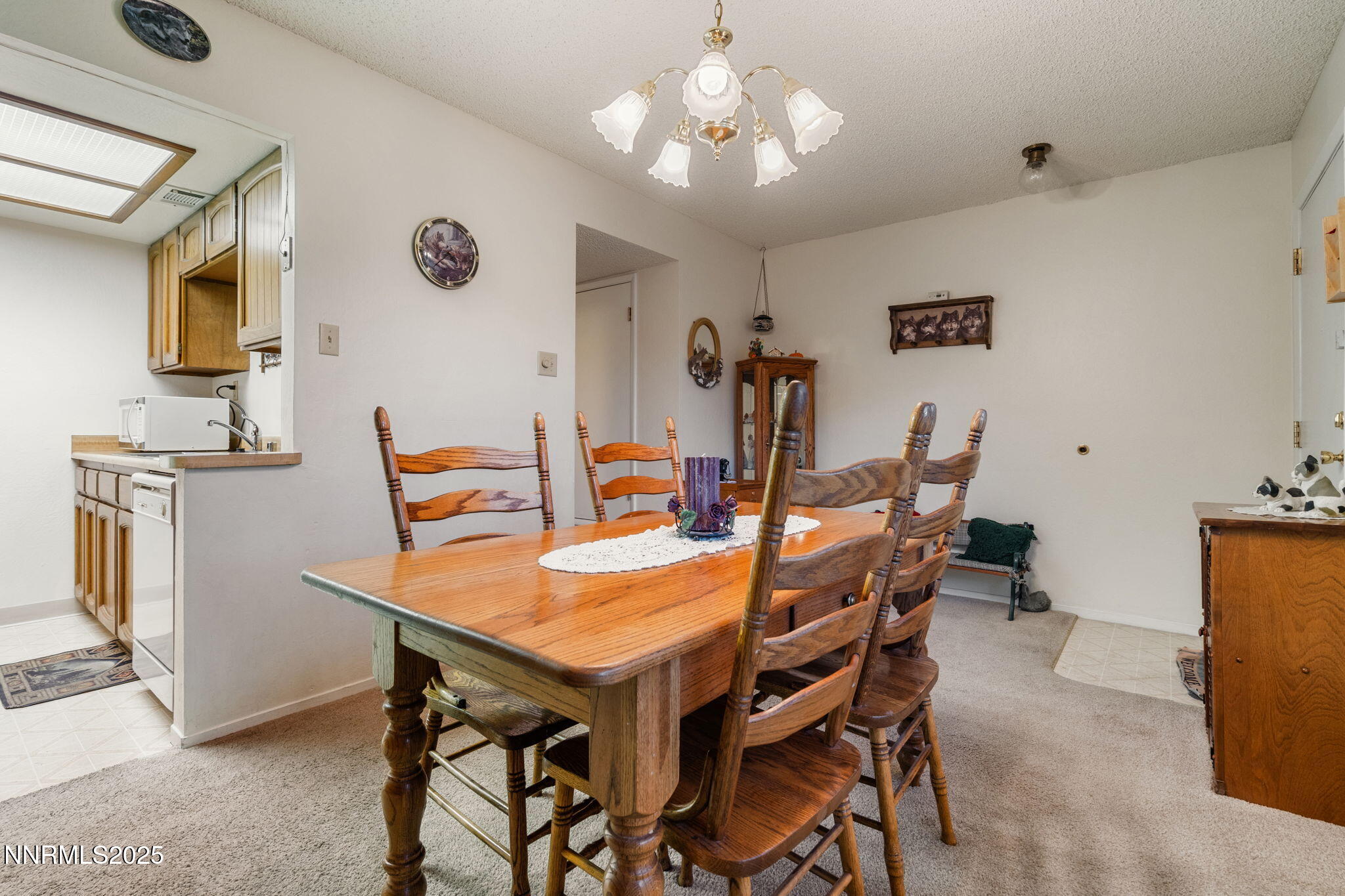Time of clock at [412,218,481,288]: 4:37
